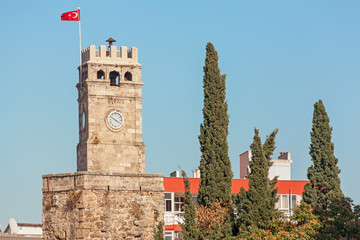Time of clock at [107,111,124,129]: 3:50
